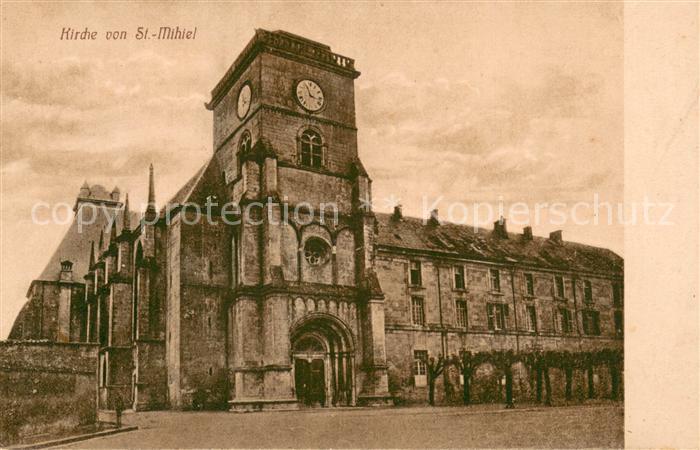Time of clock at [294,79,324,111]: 11:17
